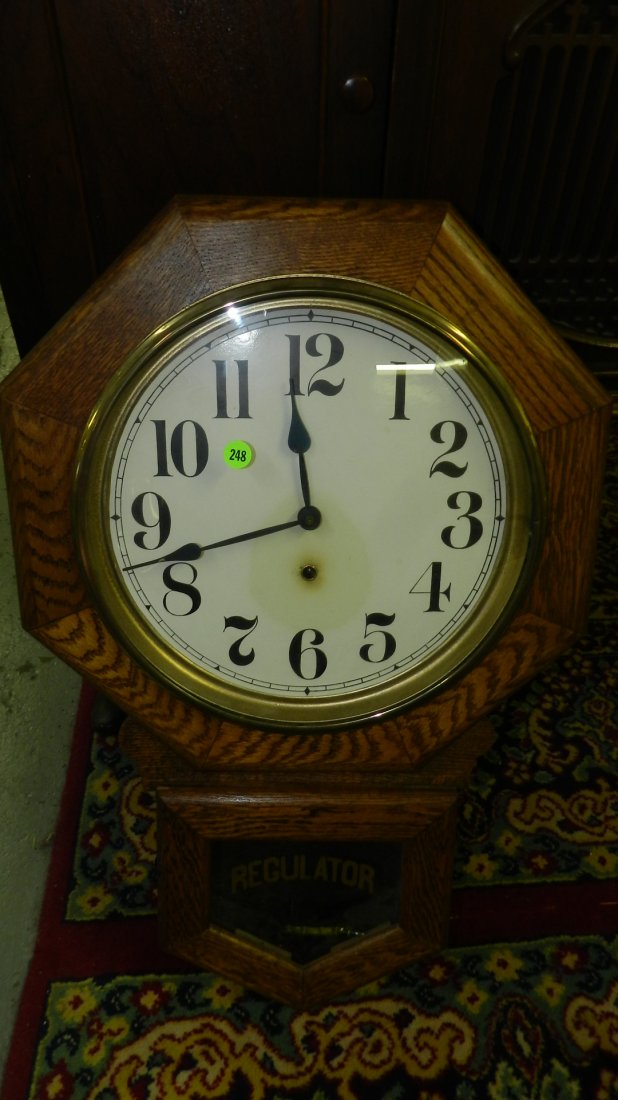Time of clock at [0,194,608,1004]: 11:42
